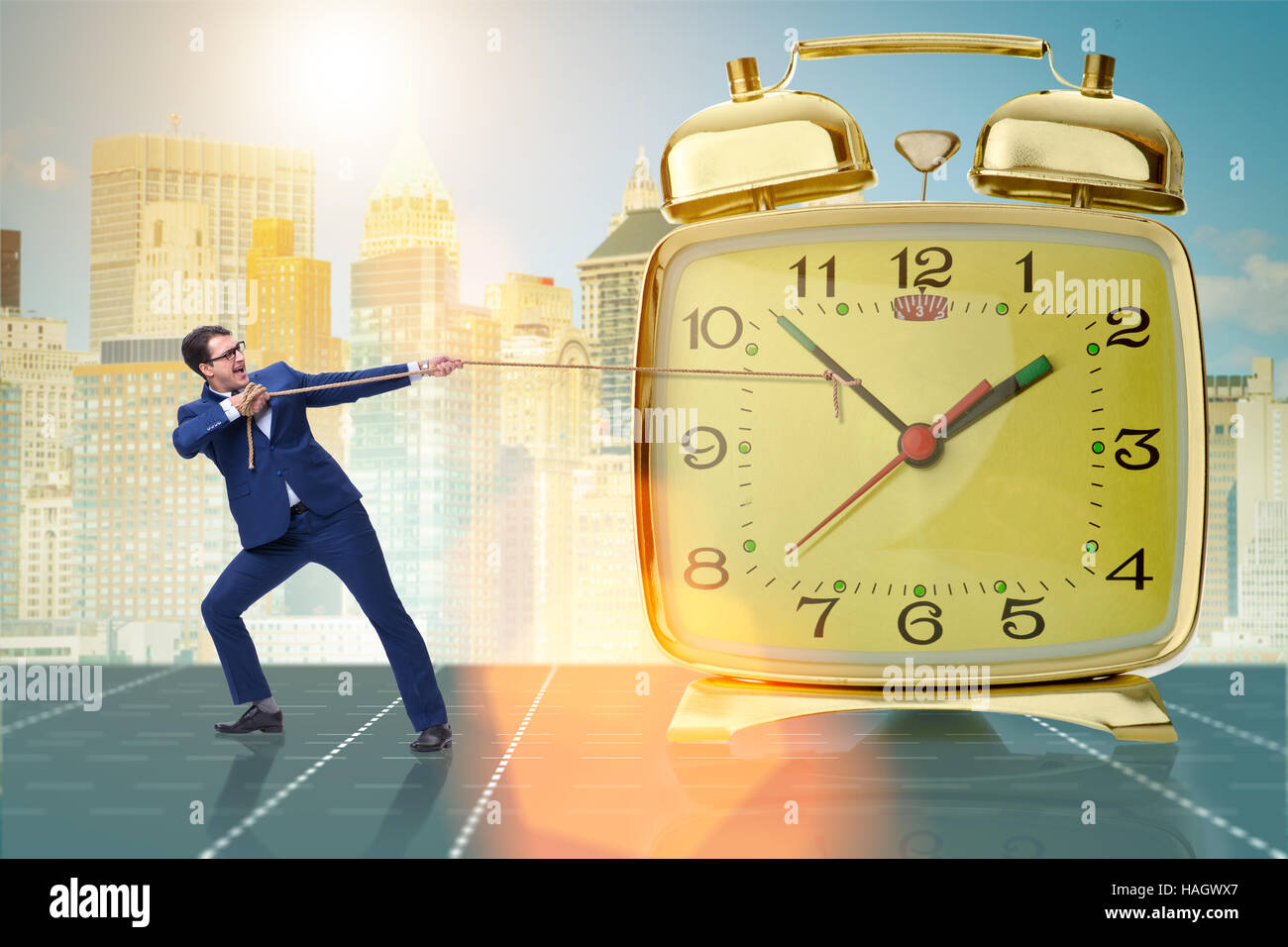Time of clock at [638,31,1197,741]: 1:52
